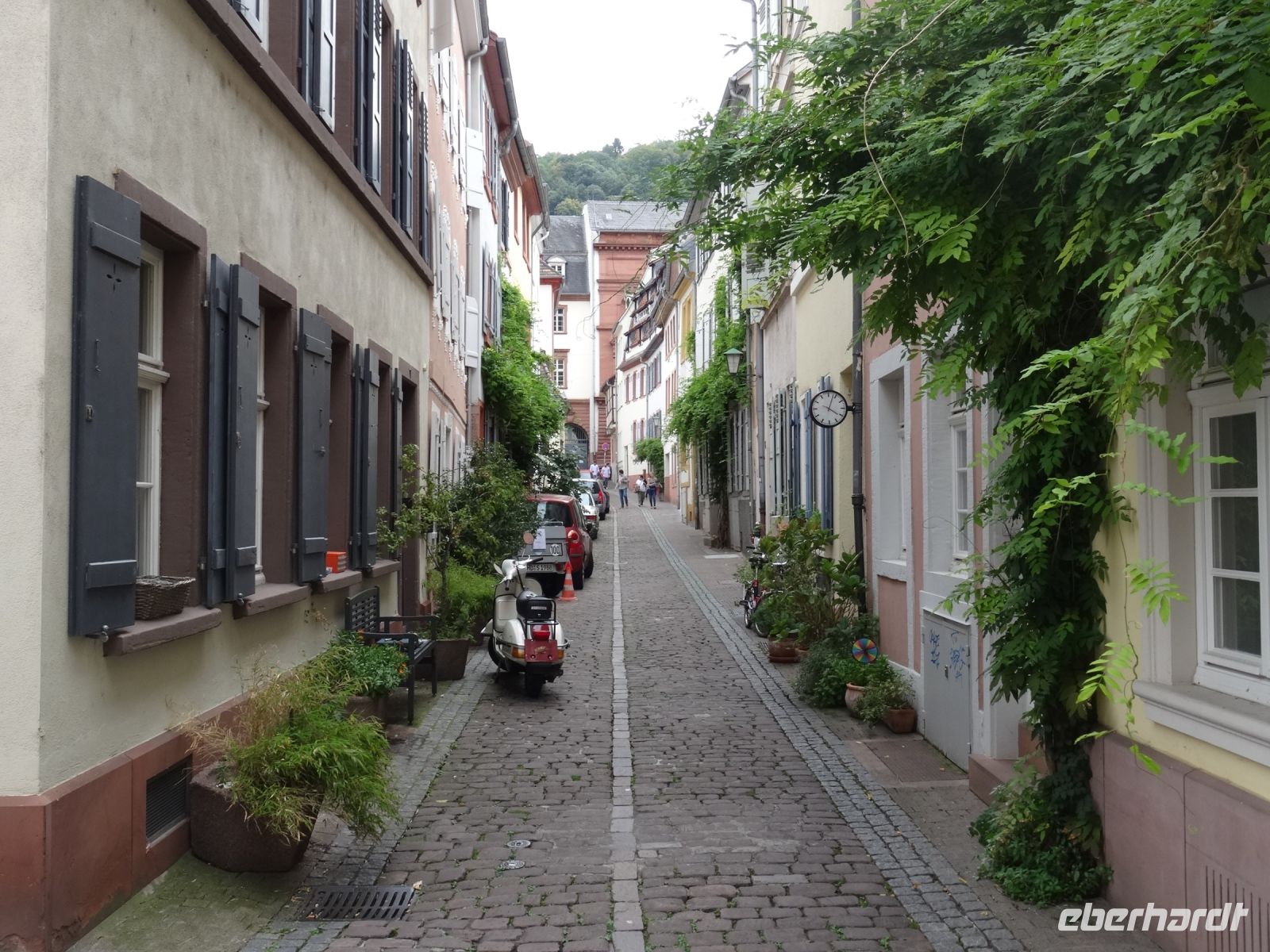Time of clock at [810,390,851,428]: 4:03
